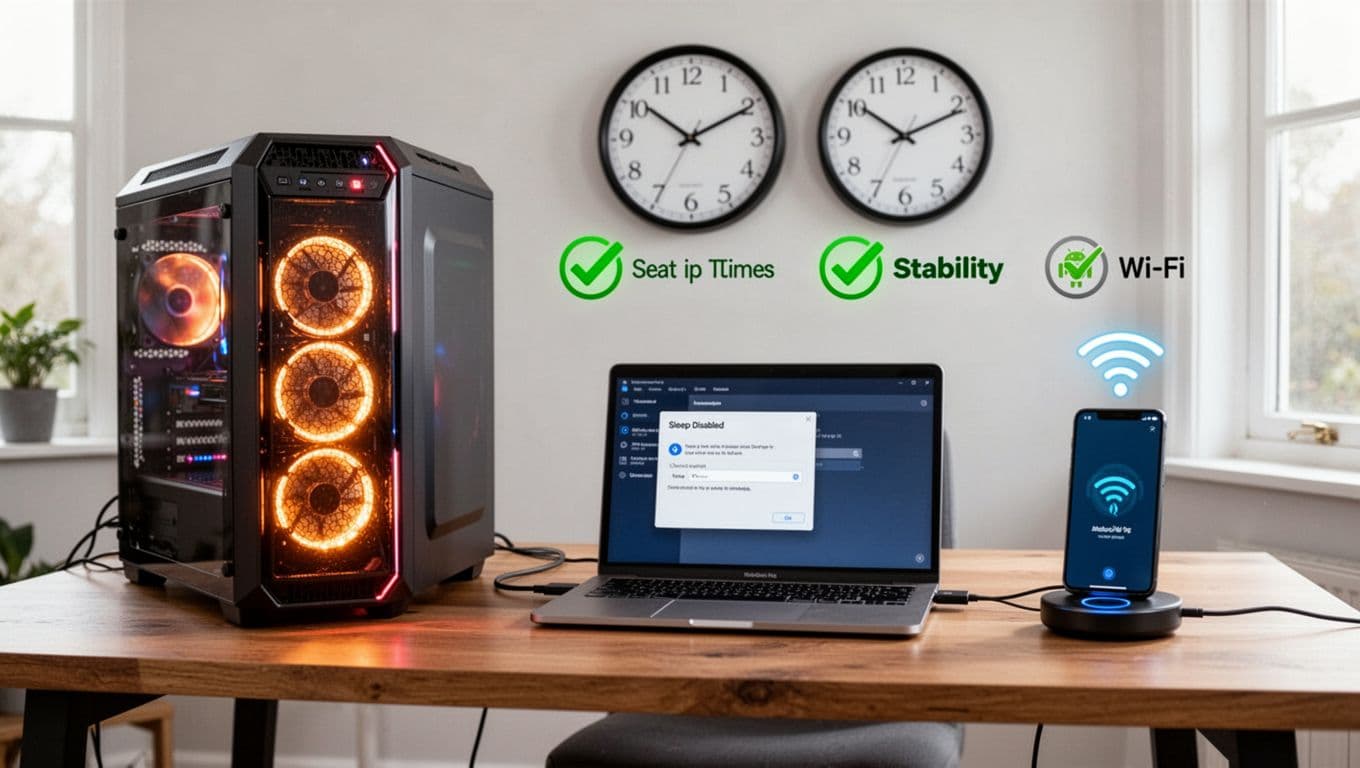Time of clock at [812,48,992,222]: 10:10
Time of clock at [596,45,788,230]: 10:10
